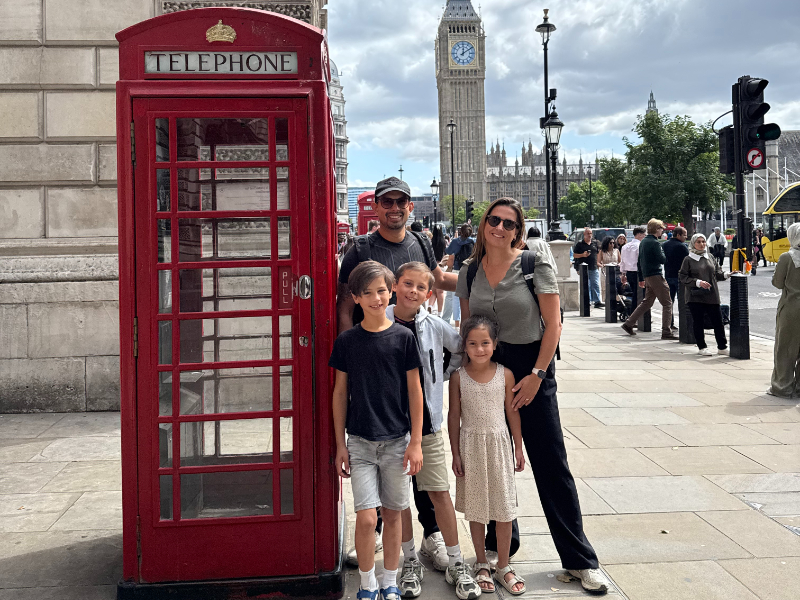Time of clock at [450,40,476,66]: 12:09
